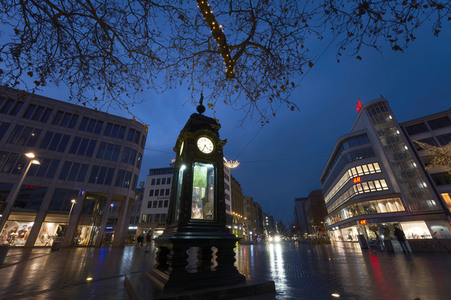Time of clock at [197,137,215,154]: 4:34
